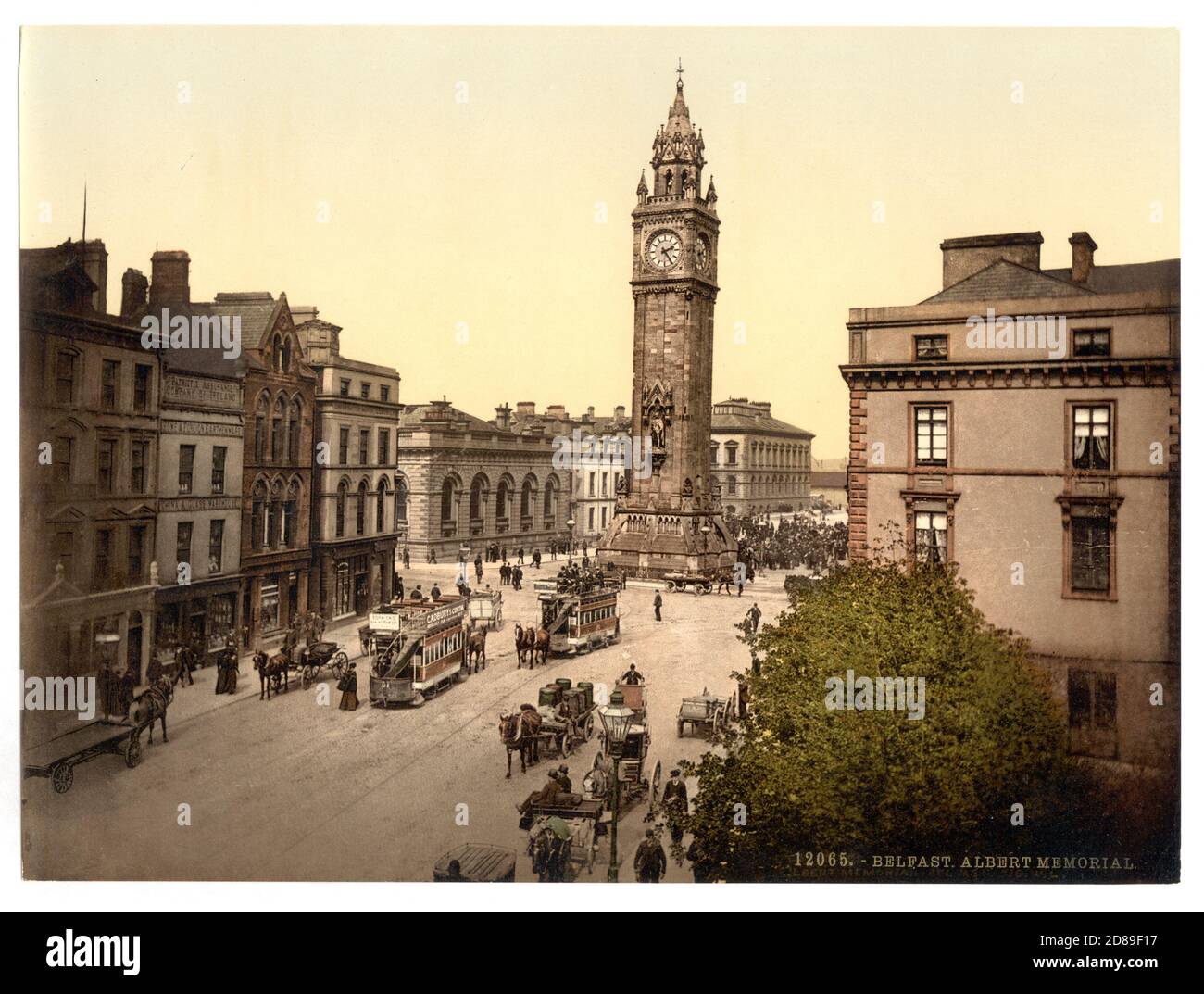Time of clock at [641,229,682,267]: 2:24
